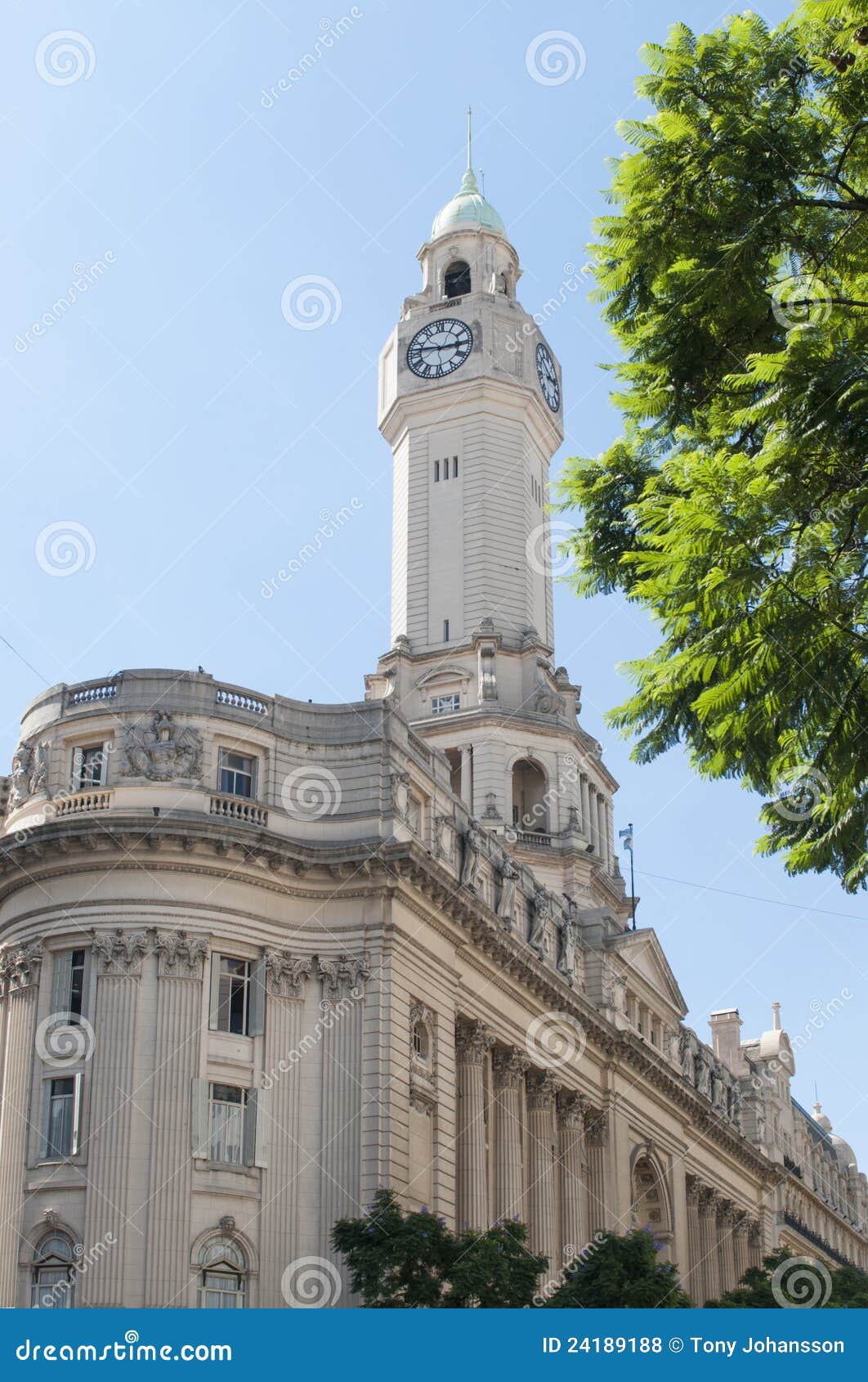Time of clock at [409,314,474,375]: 2:46
